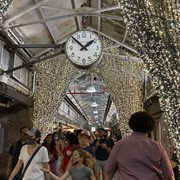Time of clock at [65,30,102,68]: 1:52
